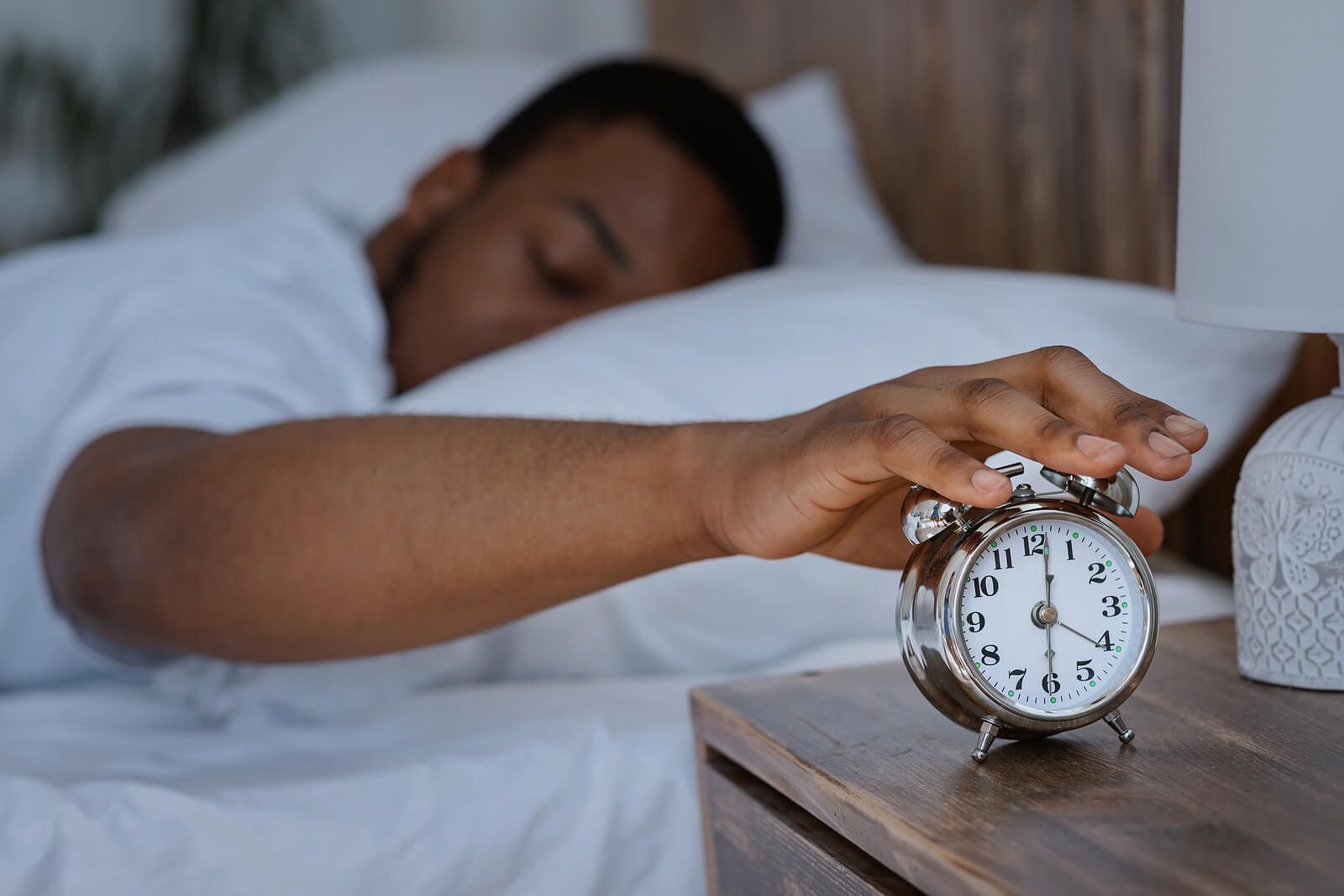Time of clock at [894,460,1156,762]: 4:01
